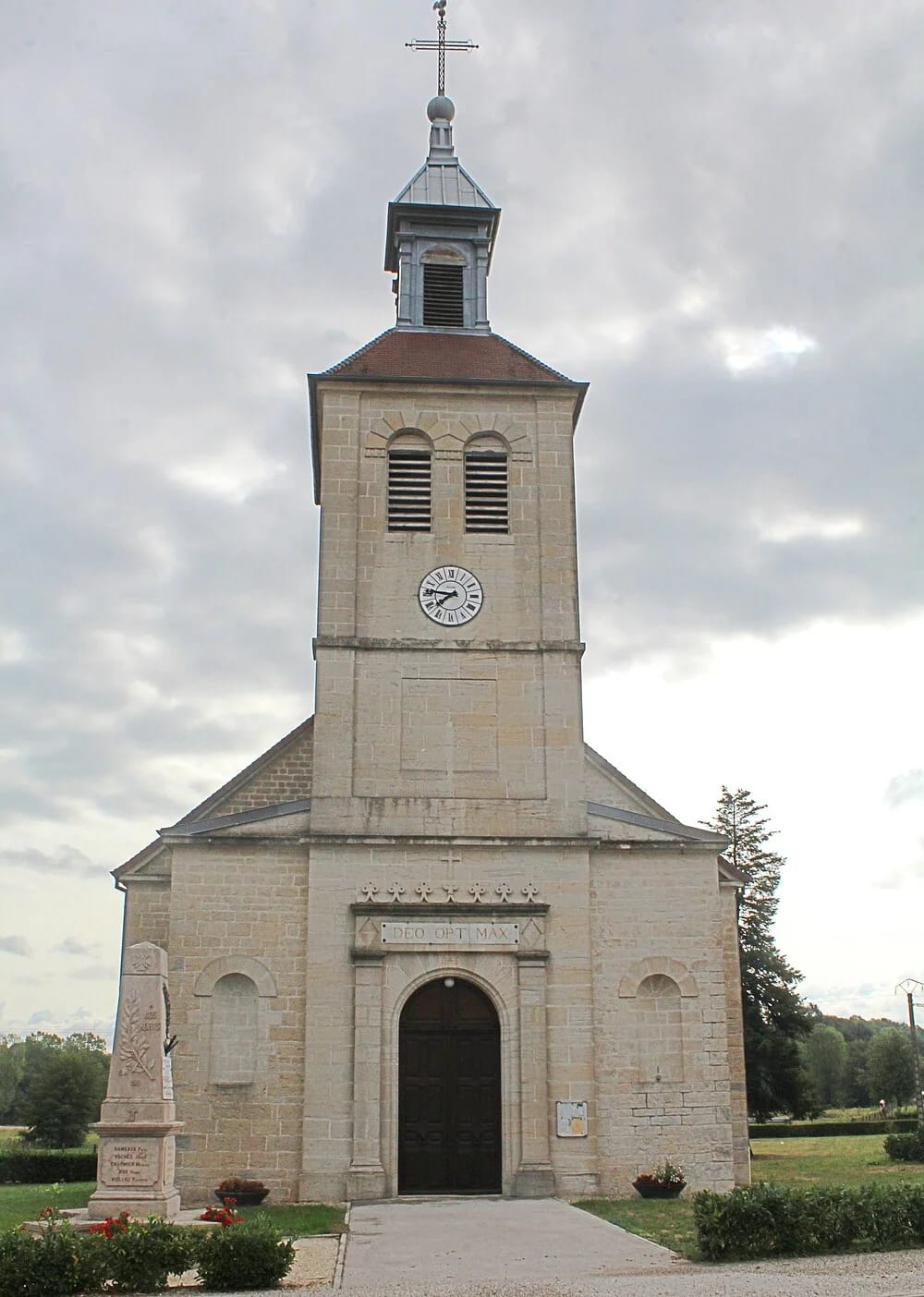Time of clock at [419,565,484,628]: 7:46
